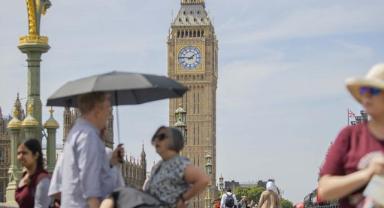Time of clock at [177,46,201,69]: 1:46
